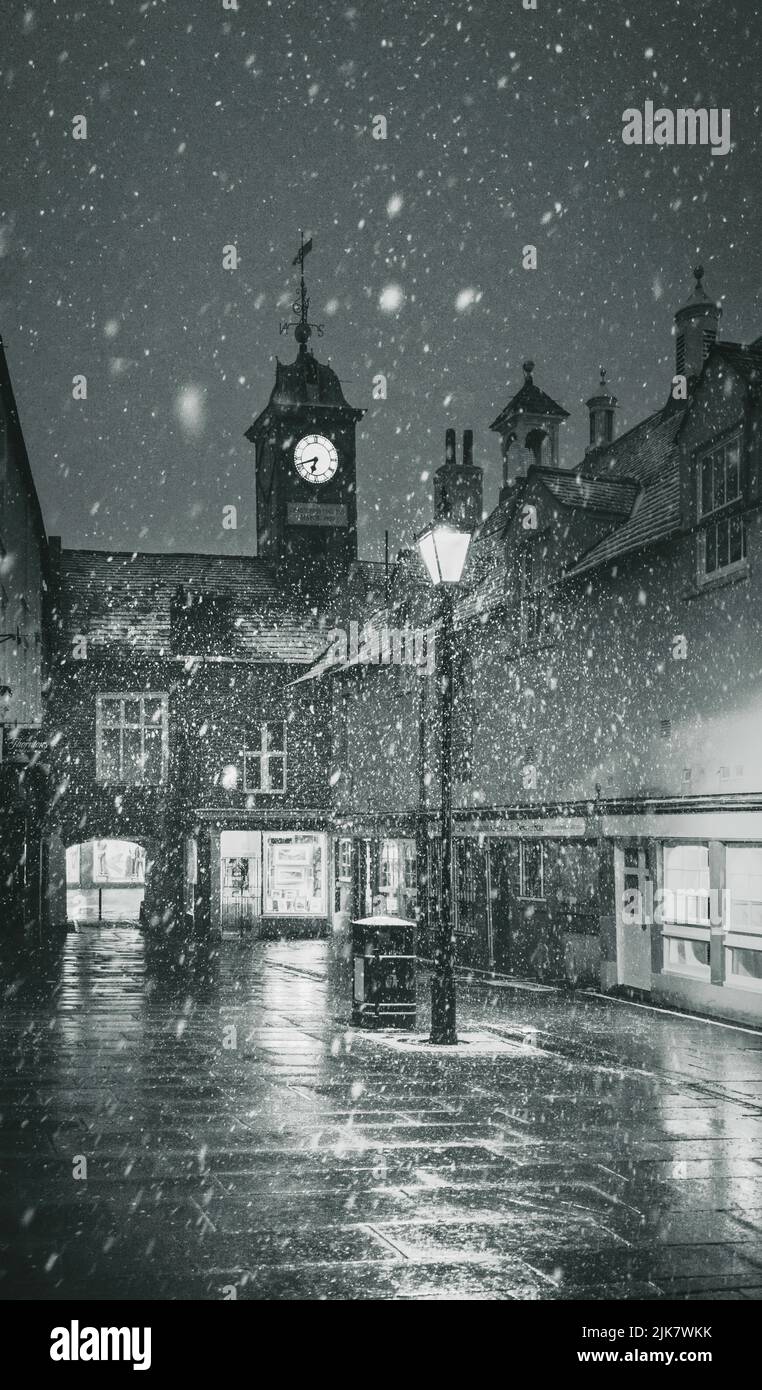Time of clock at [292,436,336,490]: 6:41
